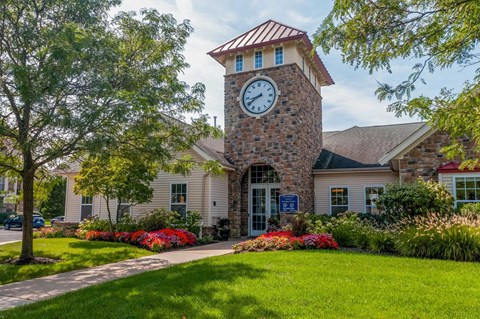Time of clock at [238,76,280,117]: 8:40
